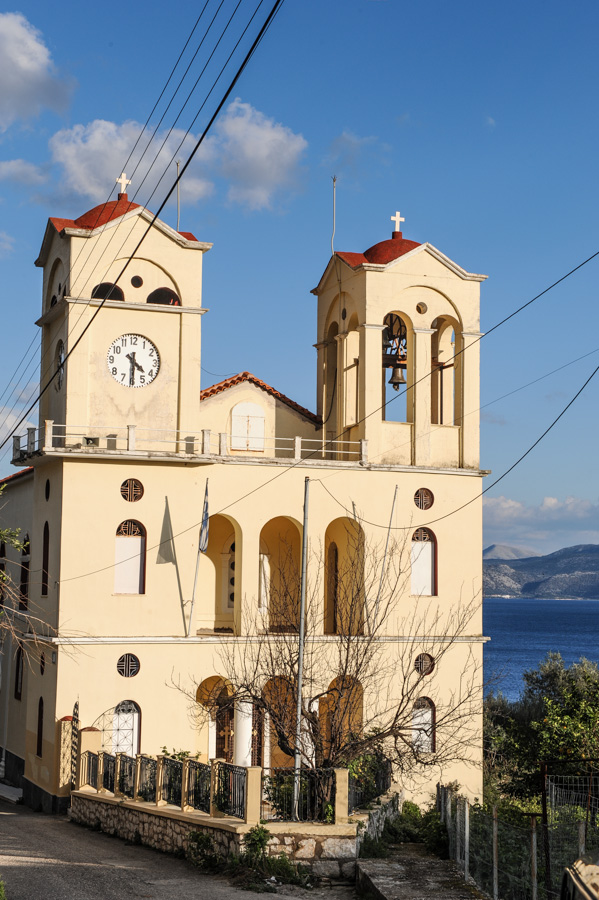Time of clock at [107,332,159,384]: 4:30
